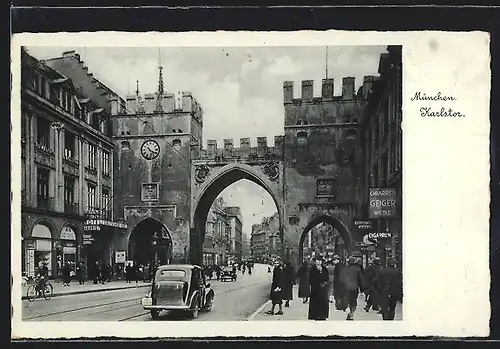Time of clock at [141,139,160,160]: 10:20
